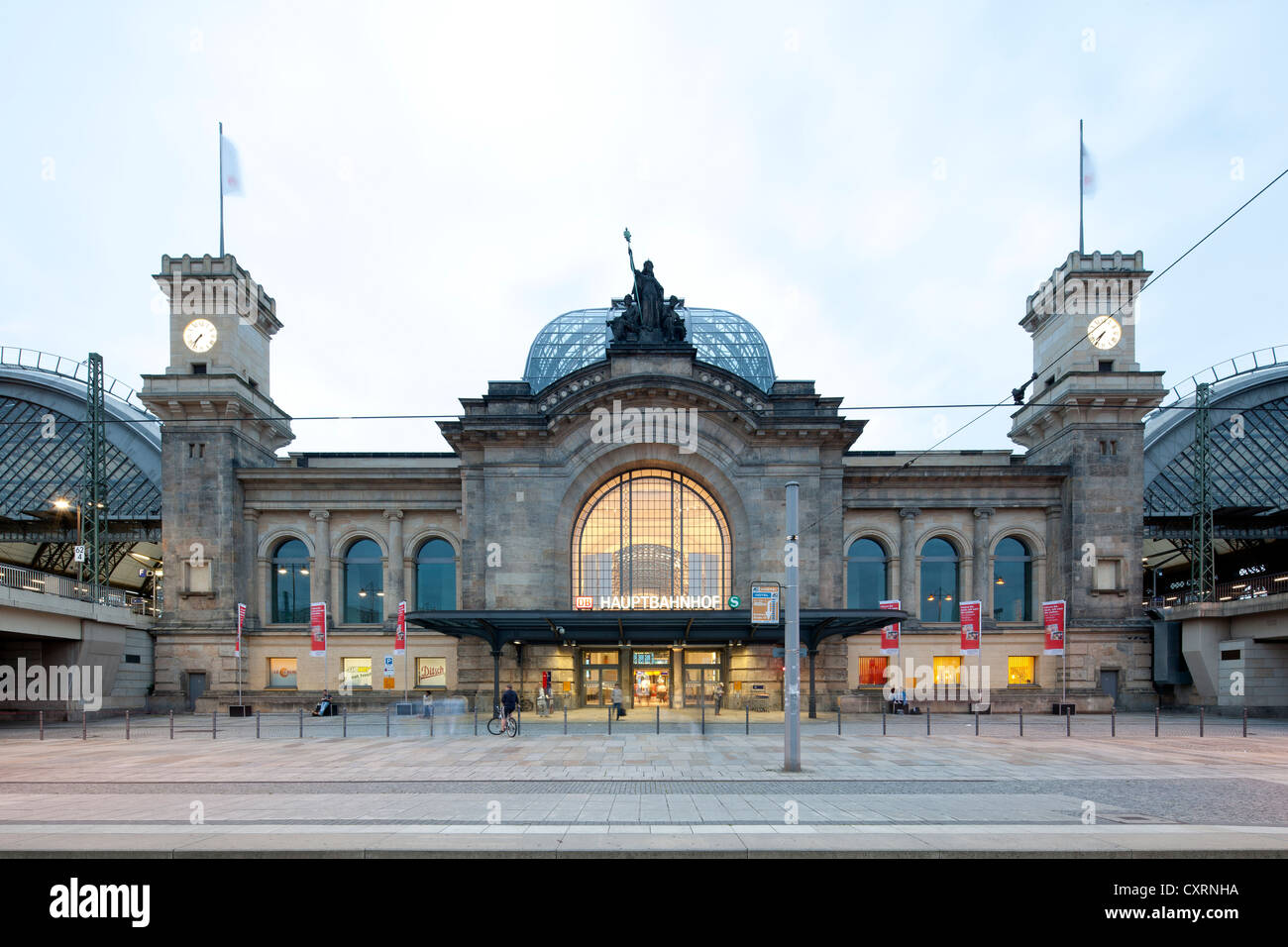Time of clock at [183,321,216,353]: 7:36
